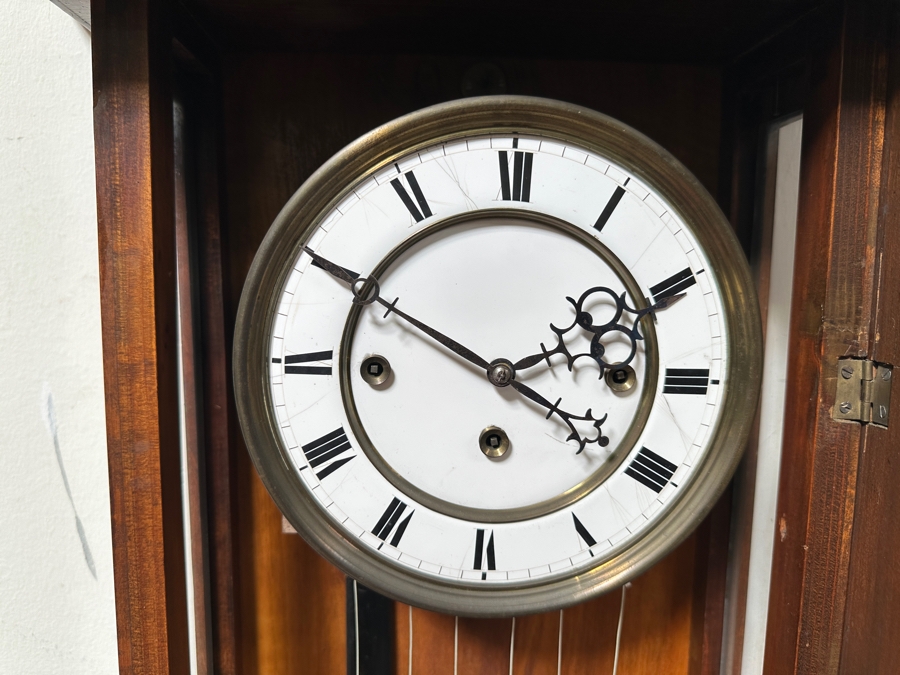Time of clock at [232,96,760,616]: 3:49
